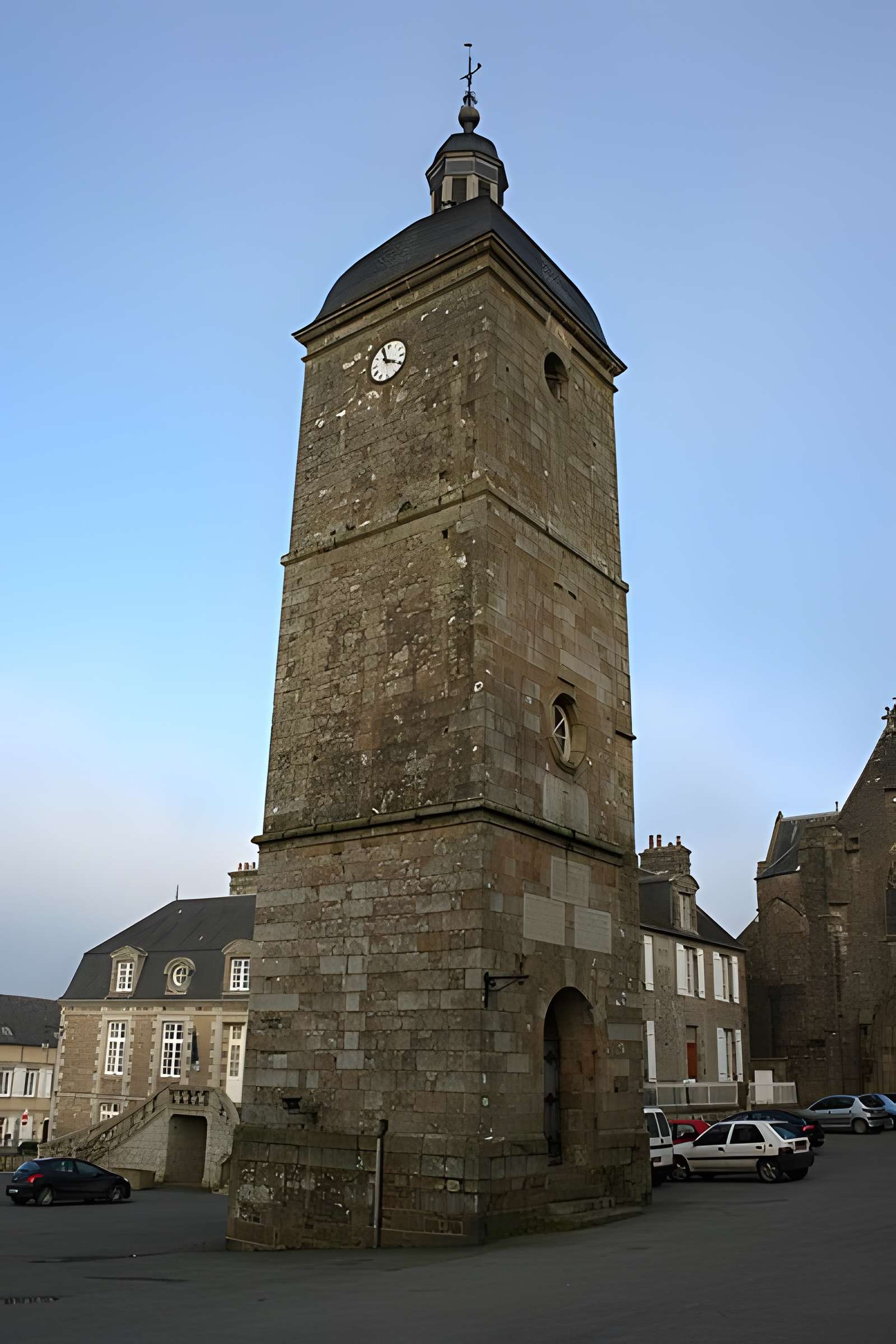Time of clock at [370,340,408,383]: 11:19
